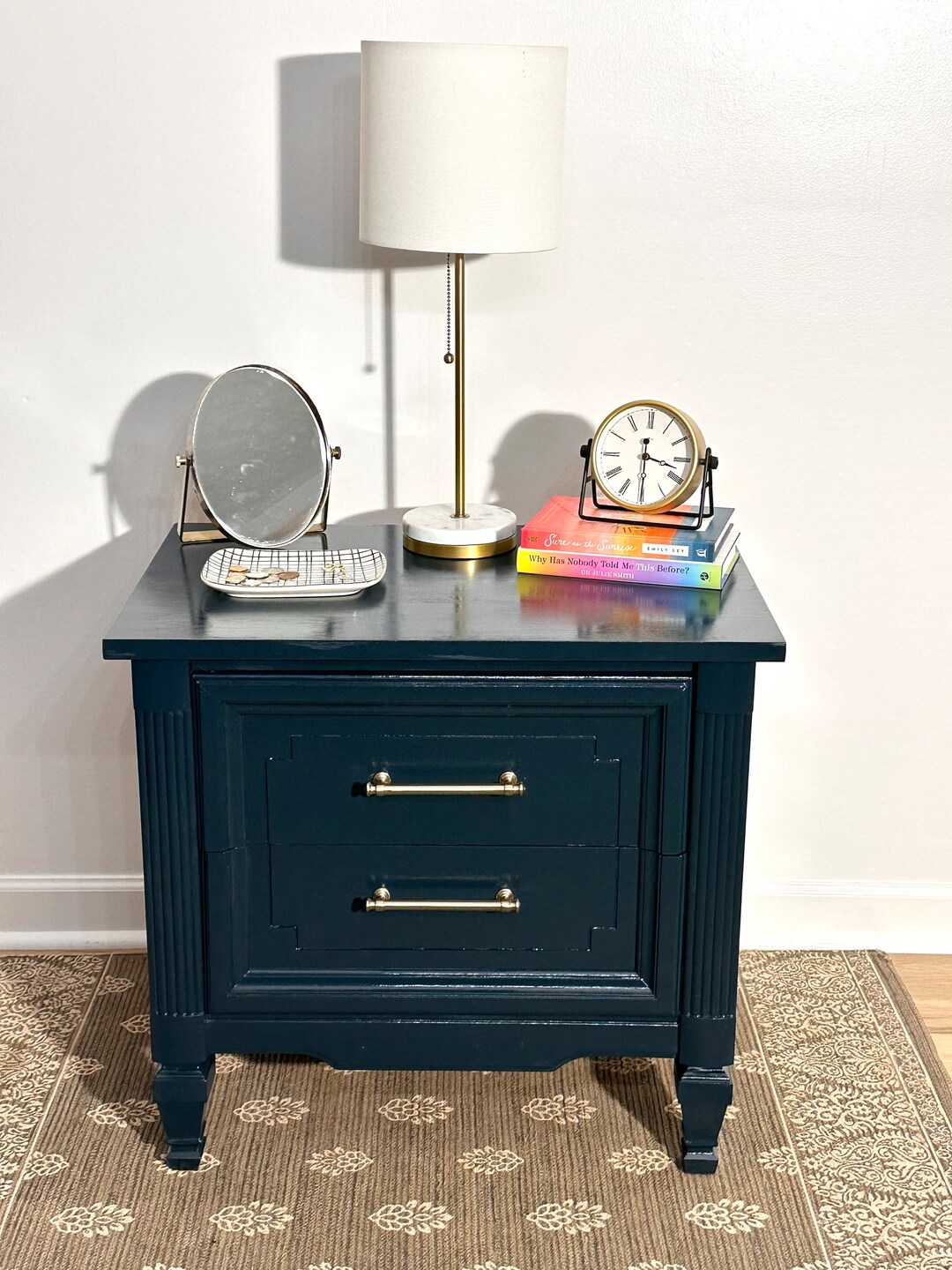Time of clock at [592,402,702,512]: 3:29
